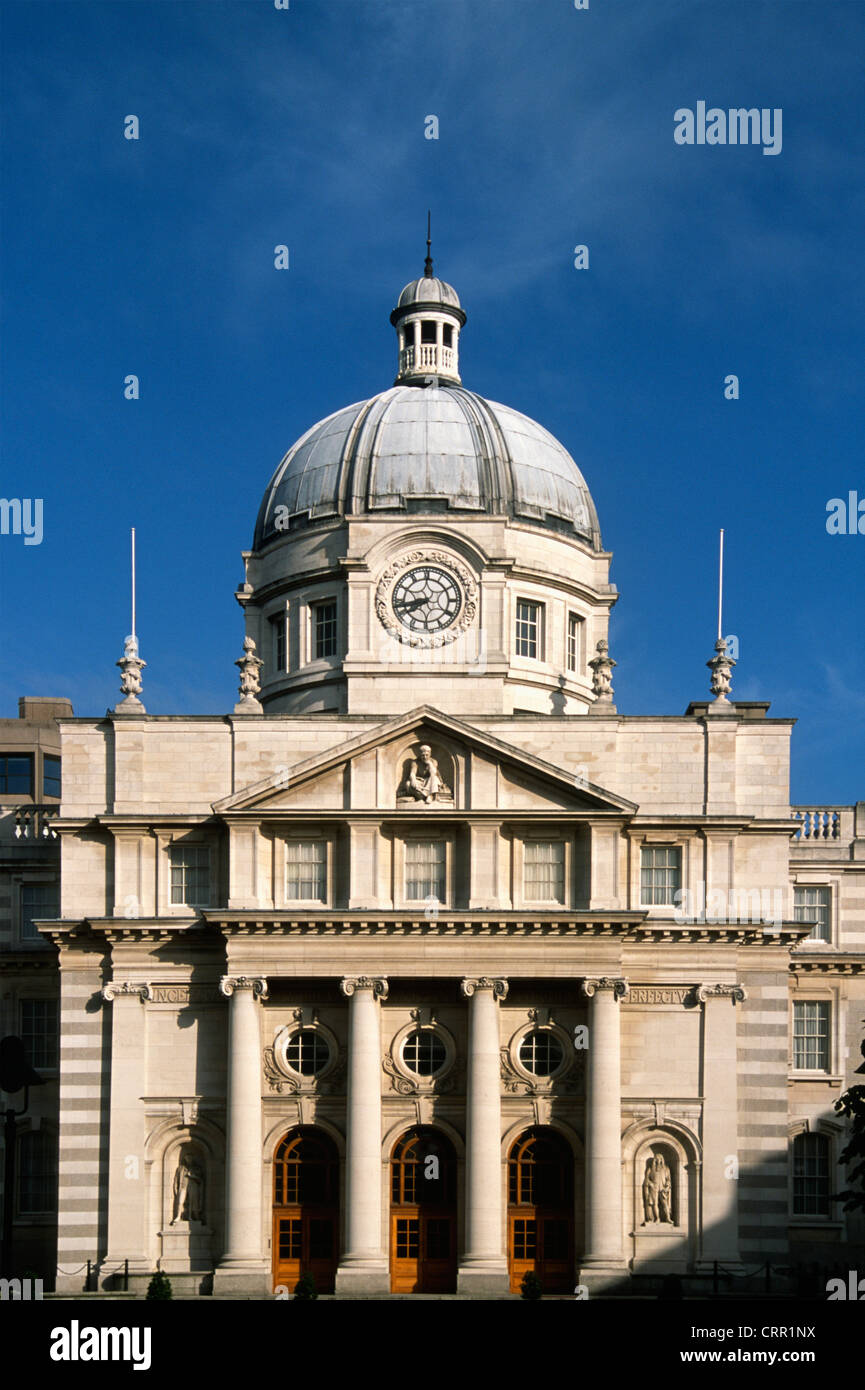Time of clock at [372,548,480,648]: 7:42
